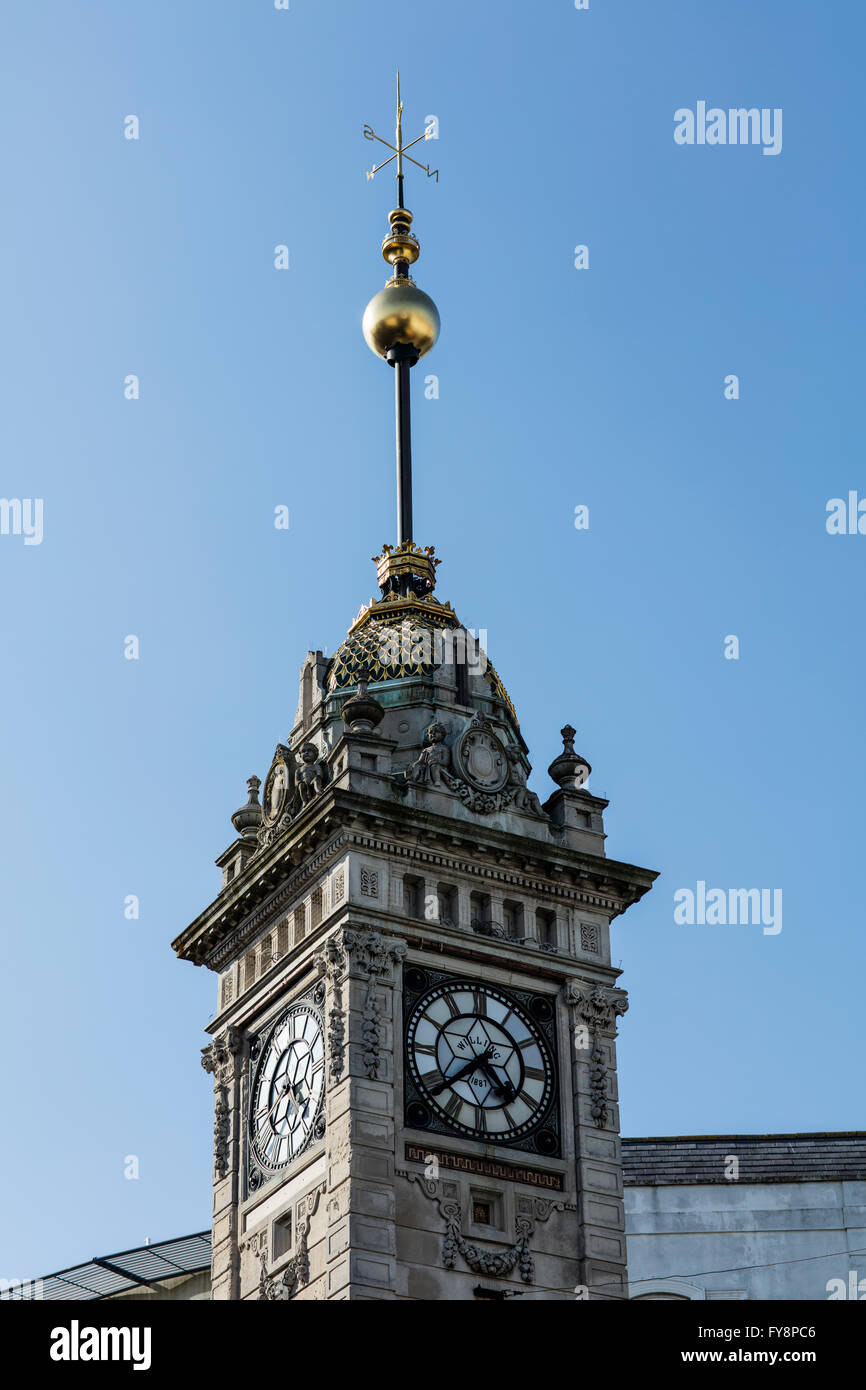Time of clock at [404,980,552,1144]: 4:37
